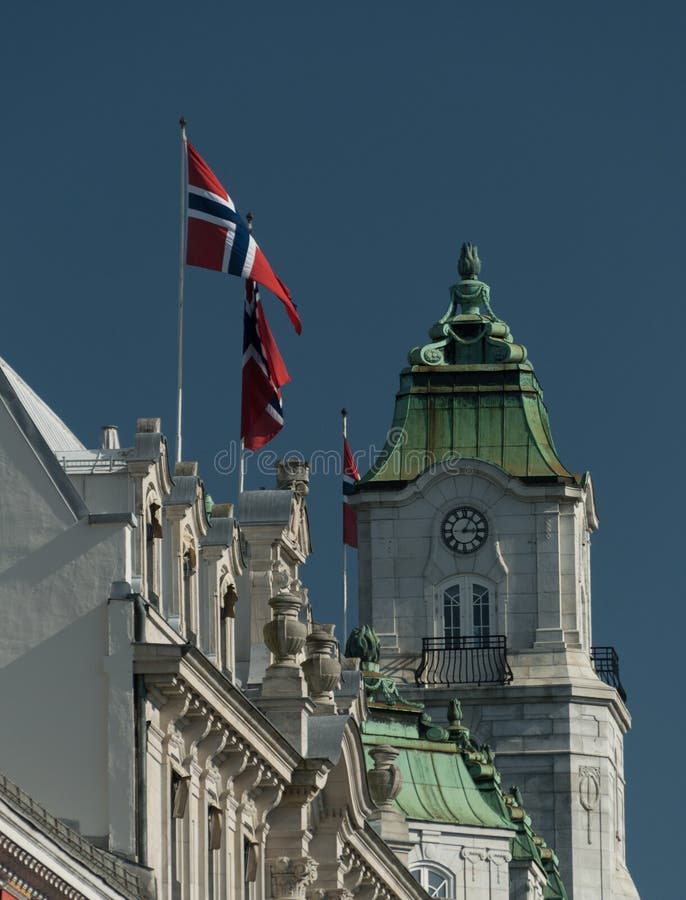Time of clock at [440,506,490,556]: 3:04
